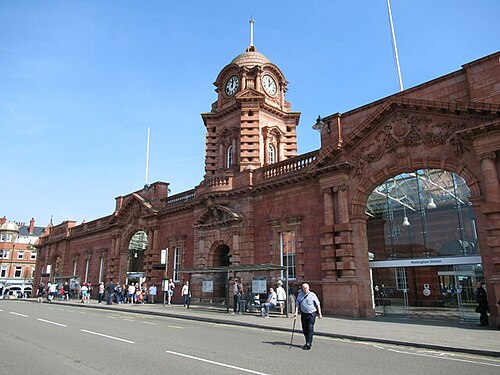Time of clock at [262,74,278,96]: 12:07
